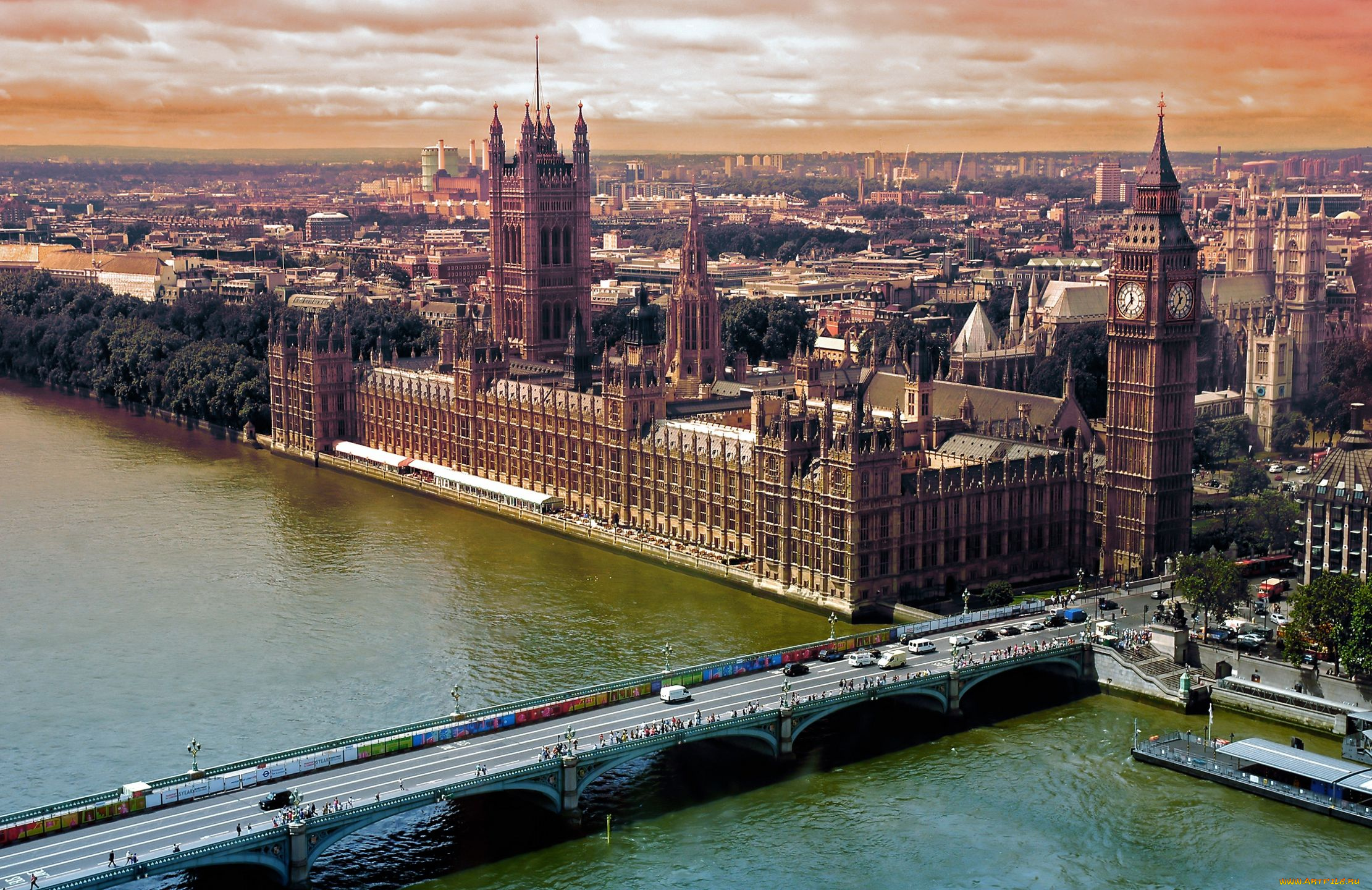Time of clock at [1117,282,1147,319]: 11:36
